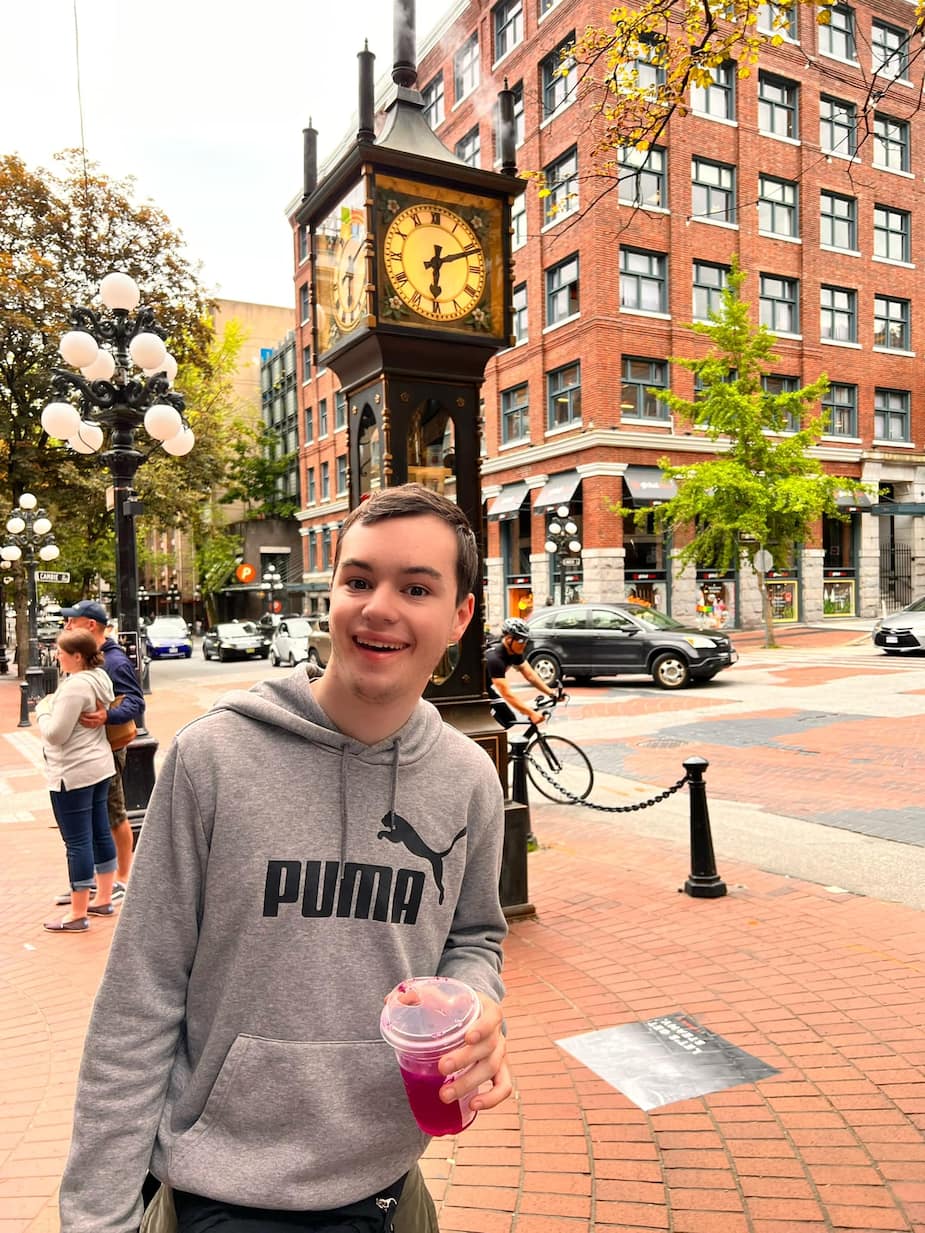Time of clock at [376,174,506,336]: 6:11
